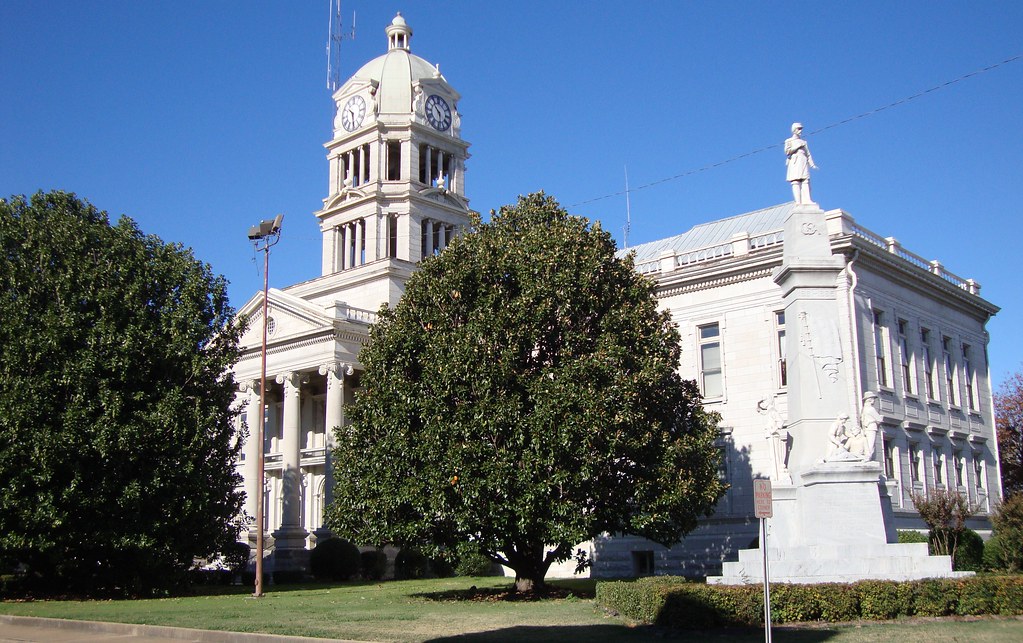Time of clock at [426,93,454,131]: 10:28
